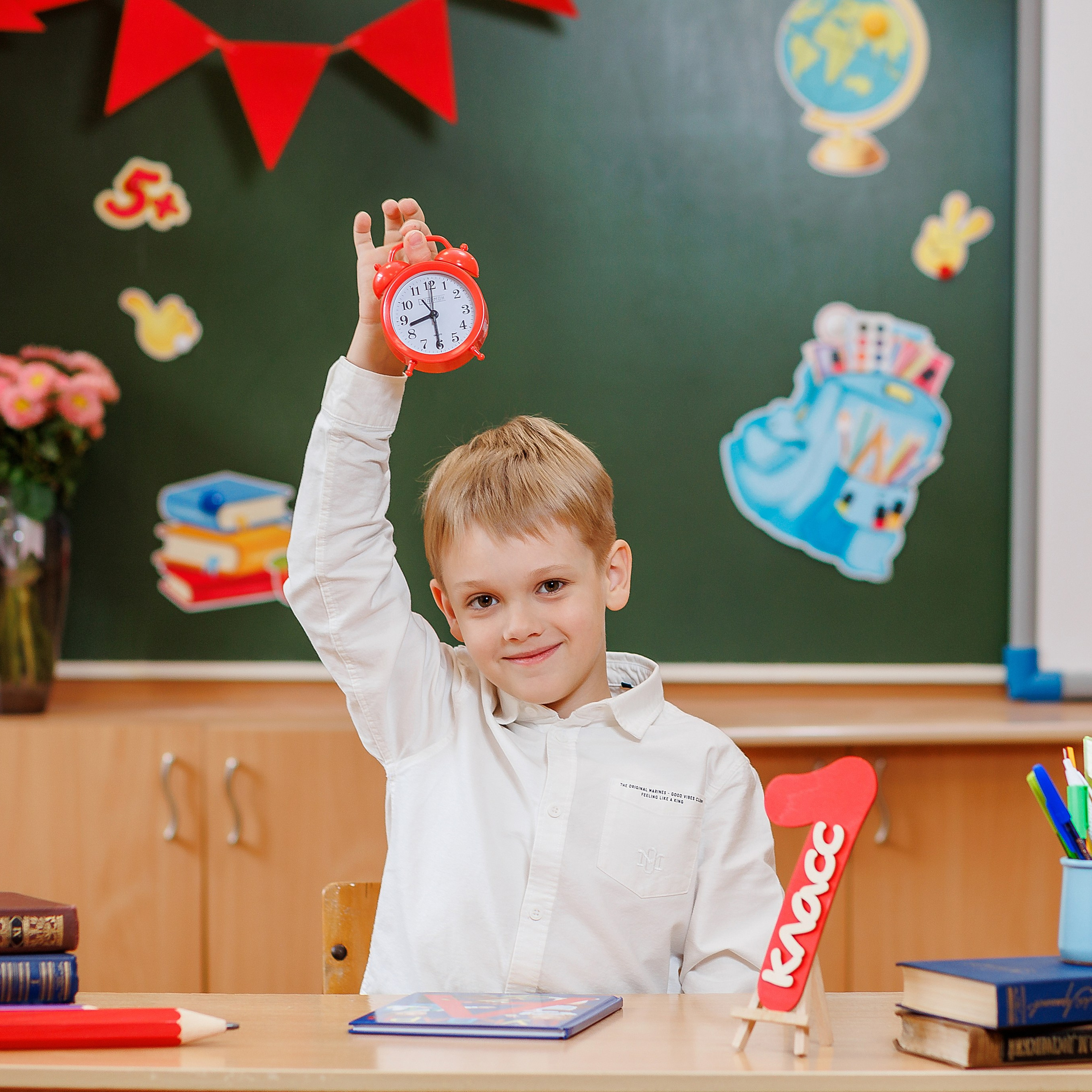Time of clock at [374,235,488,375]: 8:30
